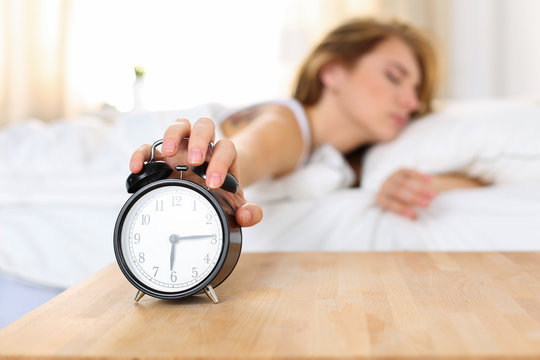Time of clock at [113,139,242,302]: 6:14
